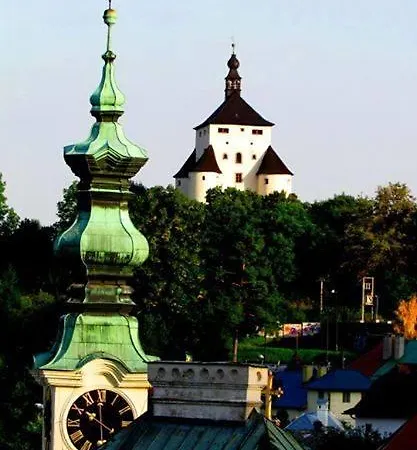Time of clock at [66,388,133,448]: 11:50
